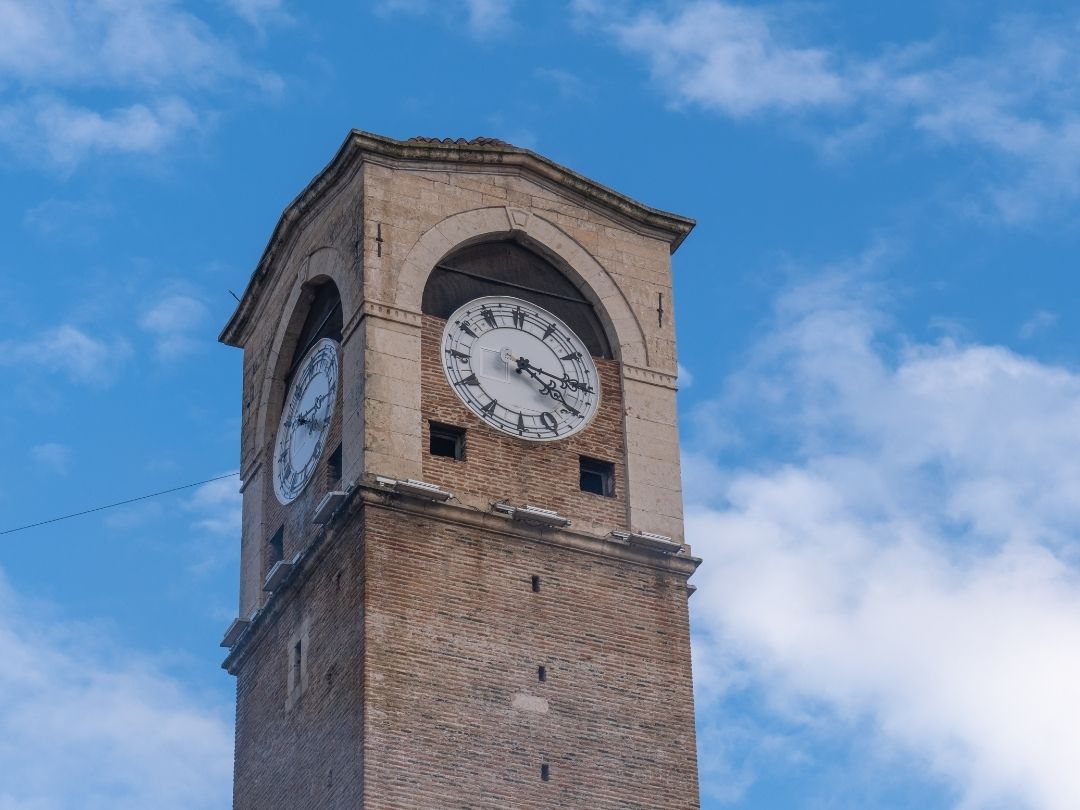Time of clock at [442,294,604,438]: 4:16
